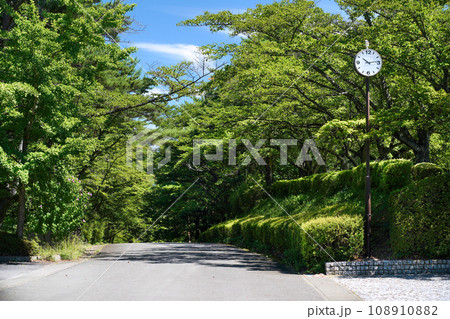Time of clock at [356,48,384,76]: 10:13
